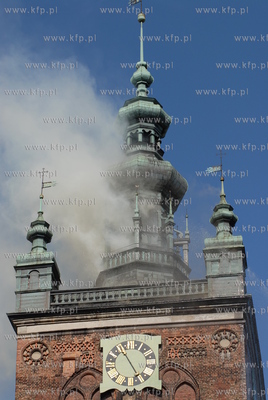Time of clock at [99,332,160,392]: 4:54
